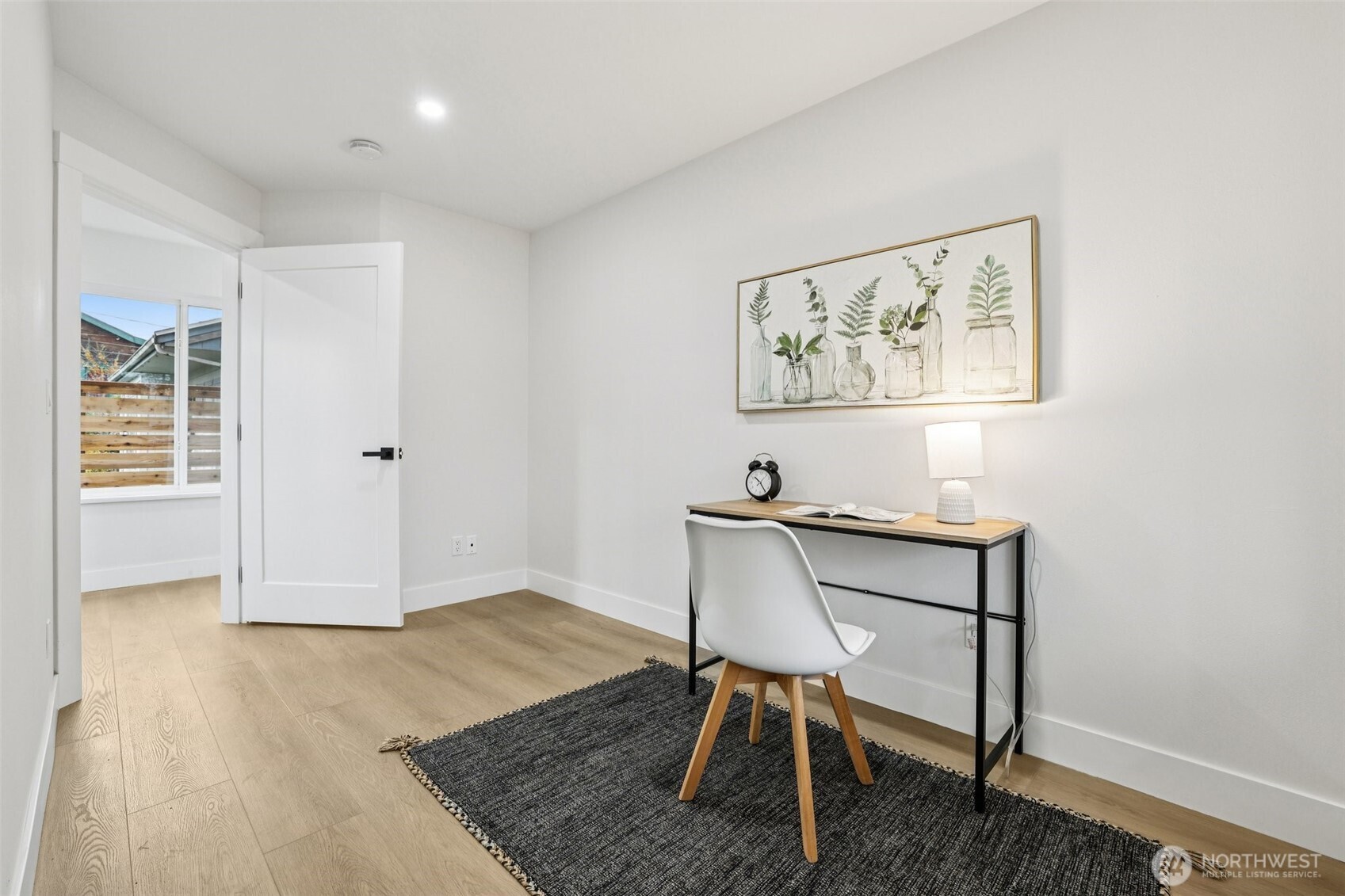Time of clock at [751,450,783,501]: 10:24
